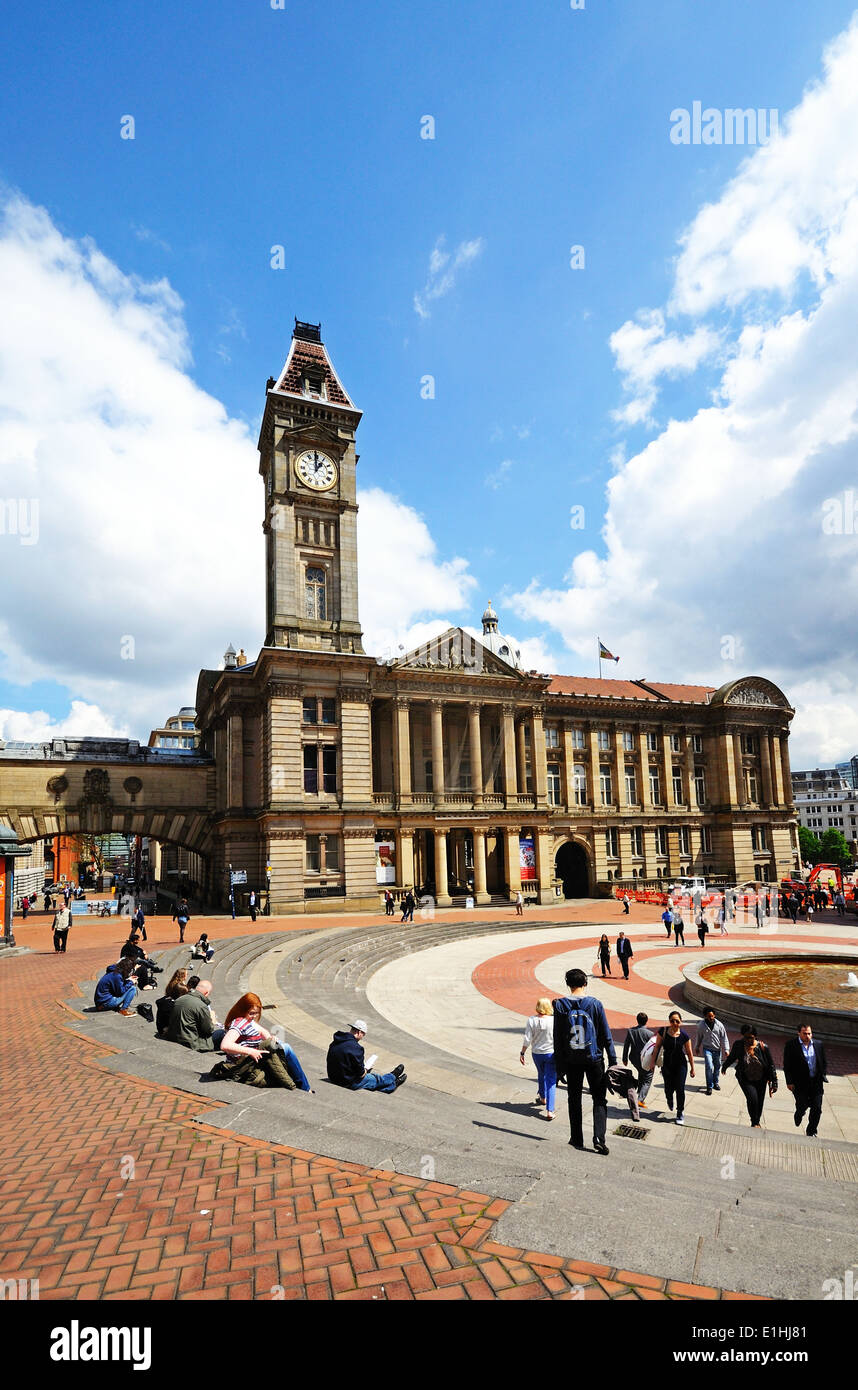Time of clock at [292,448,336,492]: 12:59
